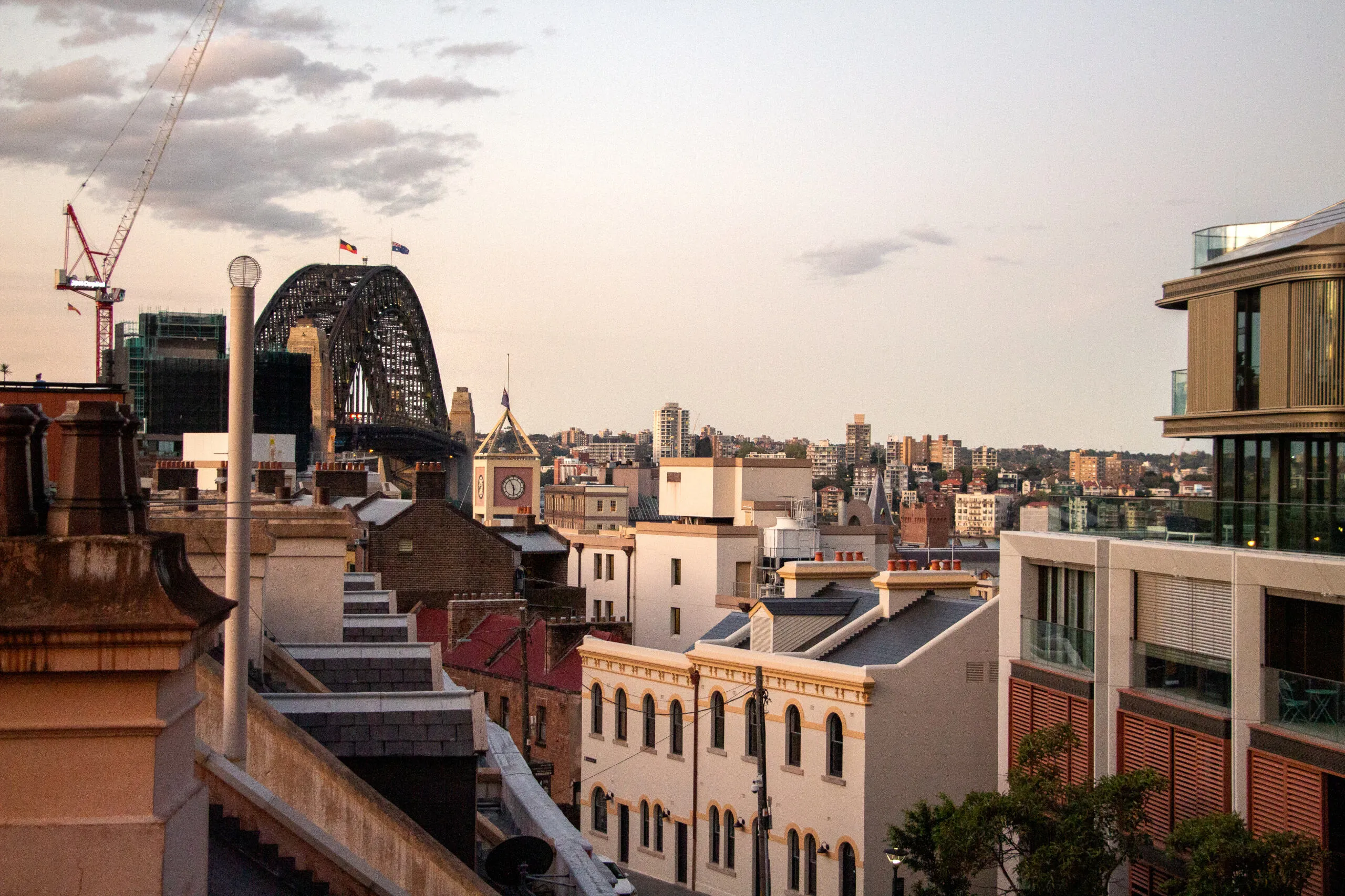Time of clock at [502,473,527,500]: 5:55
